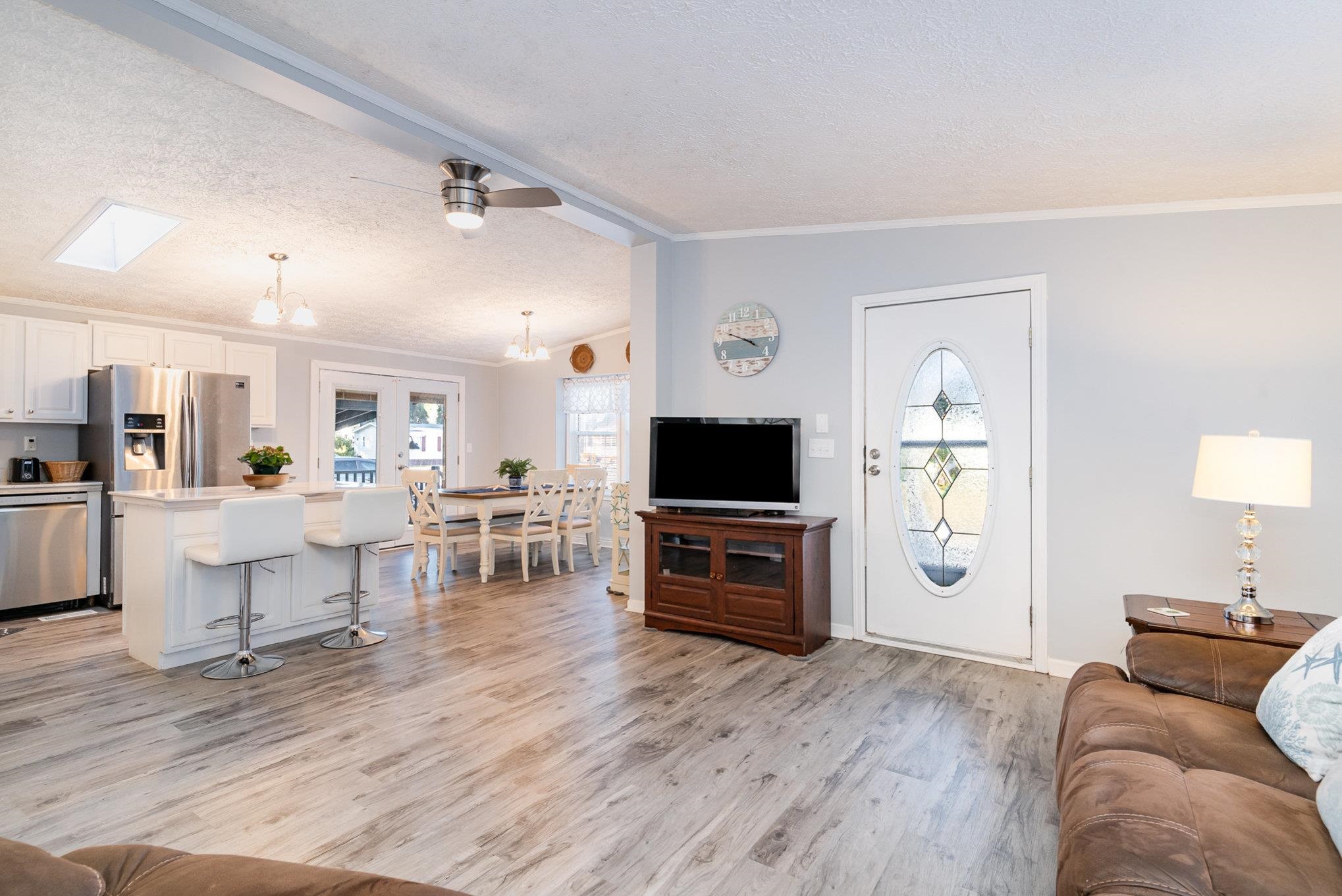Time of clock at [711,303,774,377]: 3:48
